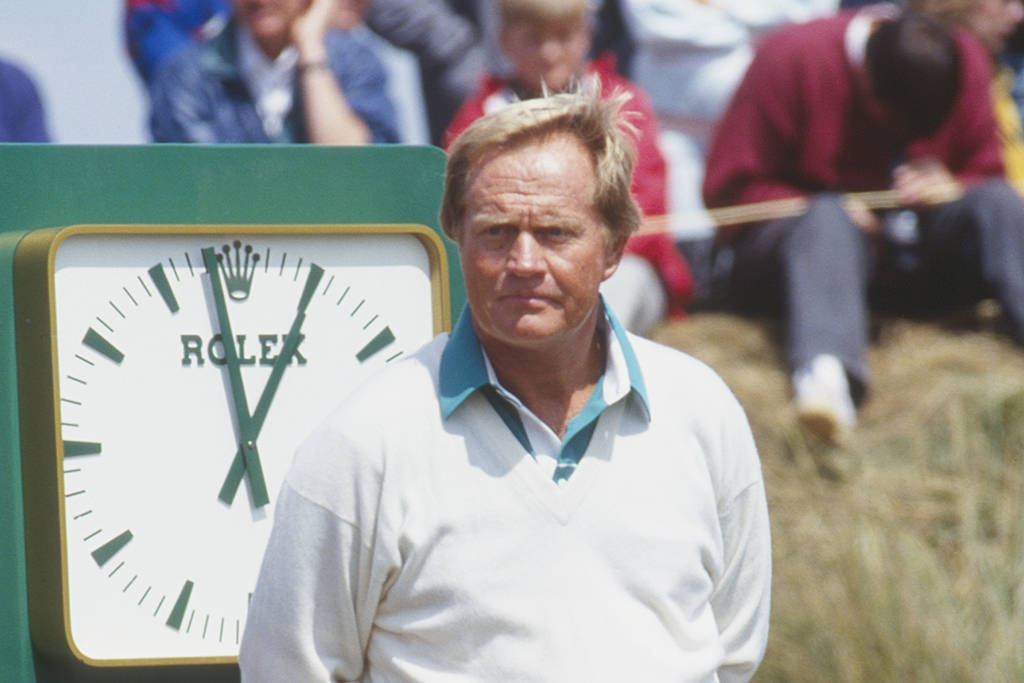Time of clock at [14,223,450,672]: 12:58
